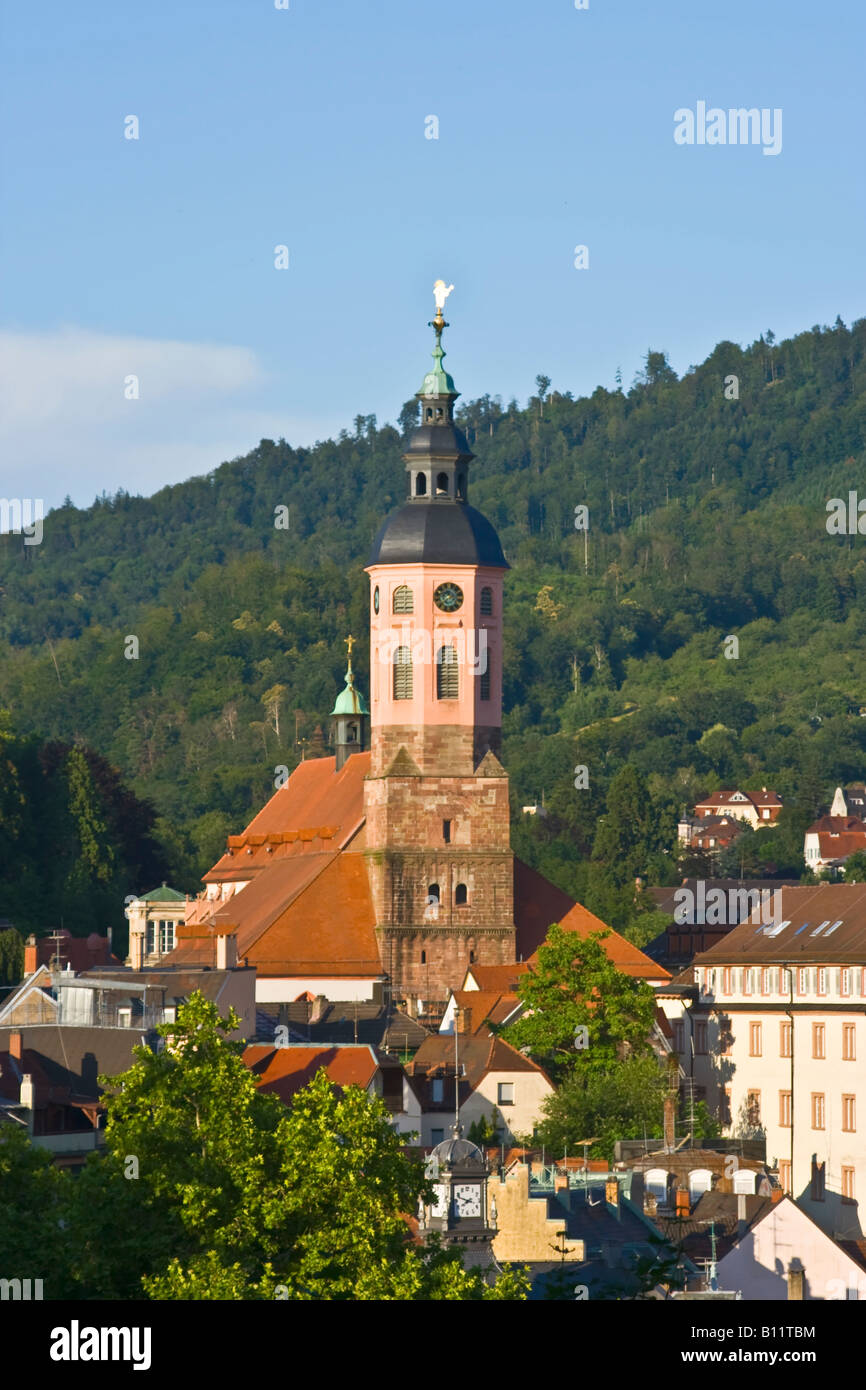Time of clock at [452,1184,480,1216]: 7:47
